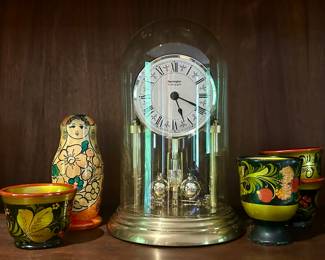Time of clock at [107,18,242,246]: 5:17
